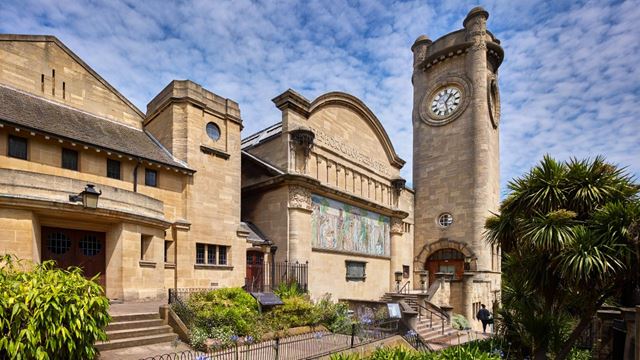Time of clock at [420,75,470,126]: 1:28
